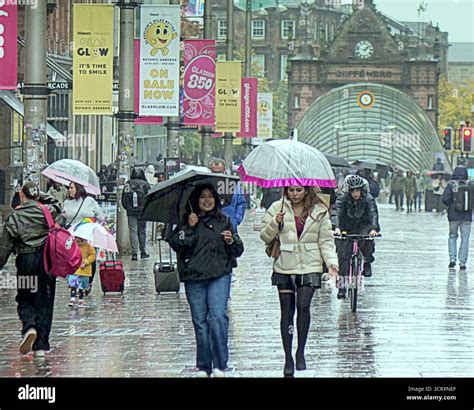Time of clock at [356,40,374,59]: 1:47
